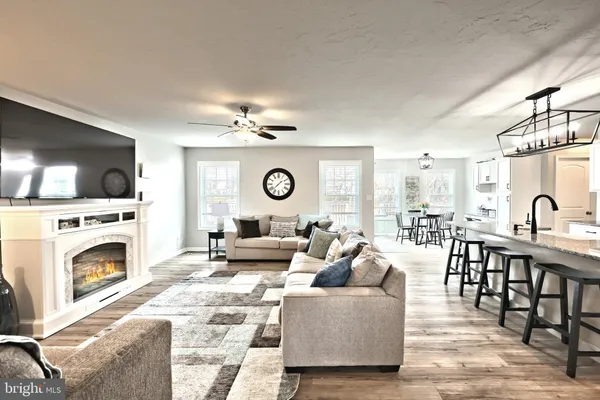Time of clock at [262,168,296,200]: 1:37
